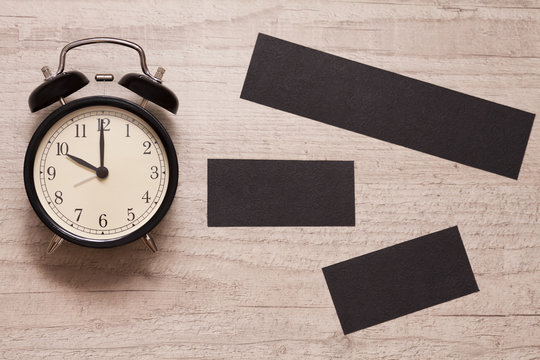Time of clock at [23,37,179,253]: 10:00
